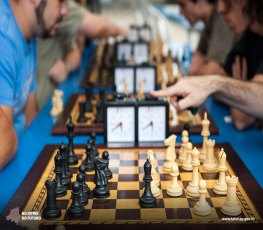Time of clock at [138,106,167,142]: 5:40
